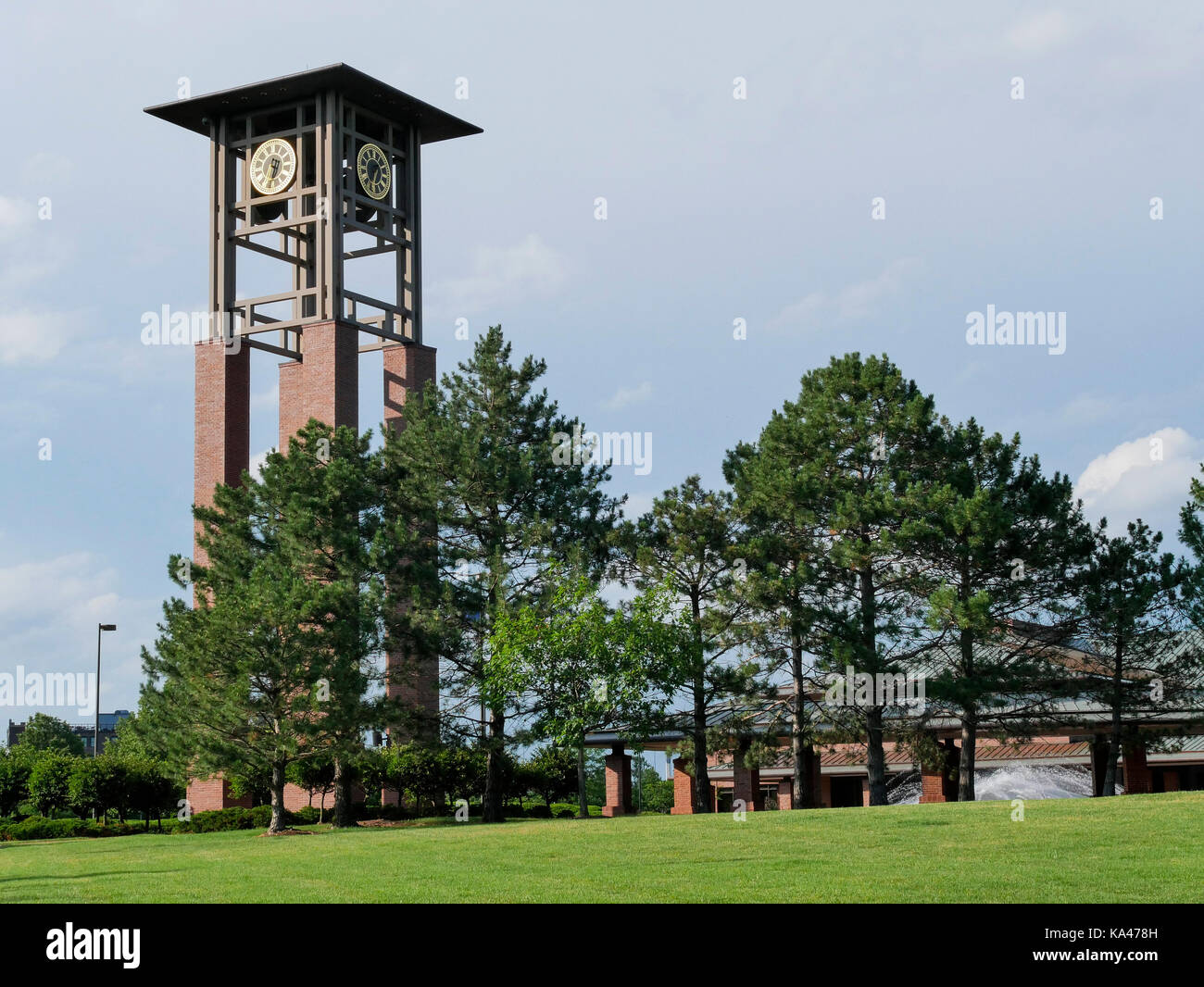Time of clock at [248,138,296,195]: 6:32
